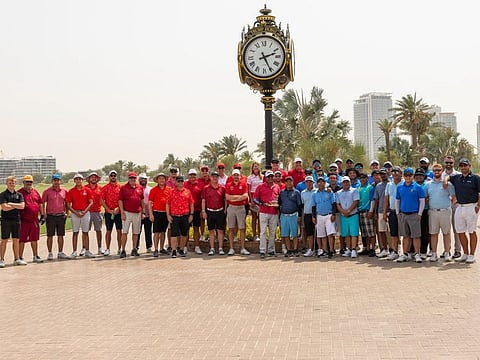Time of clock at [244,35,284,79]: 2:25
